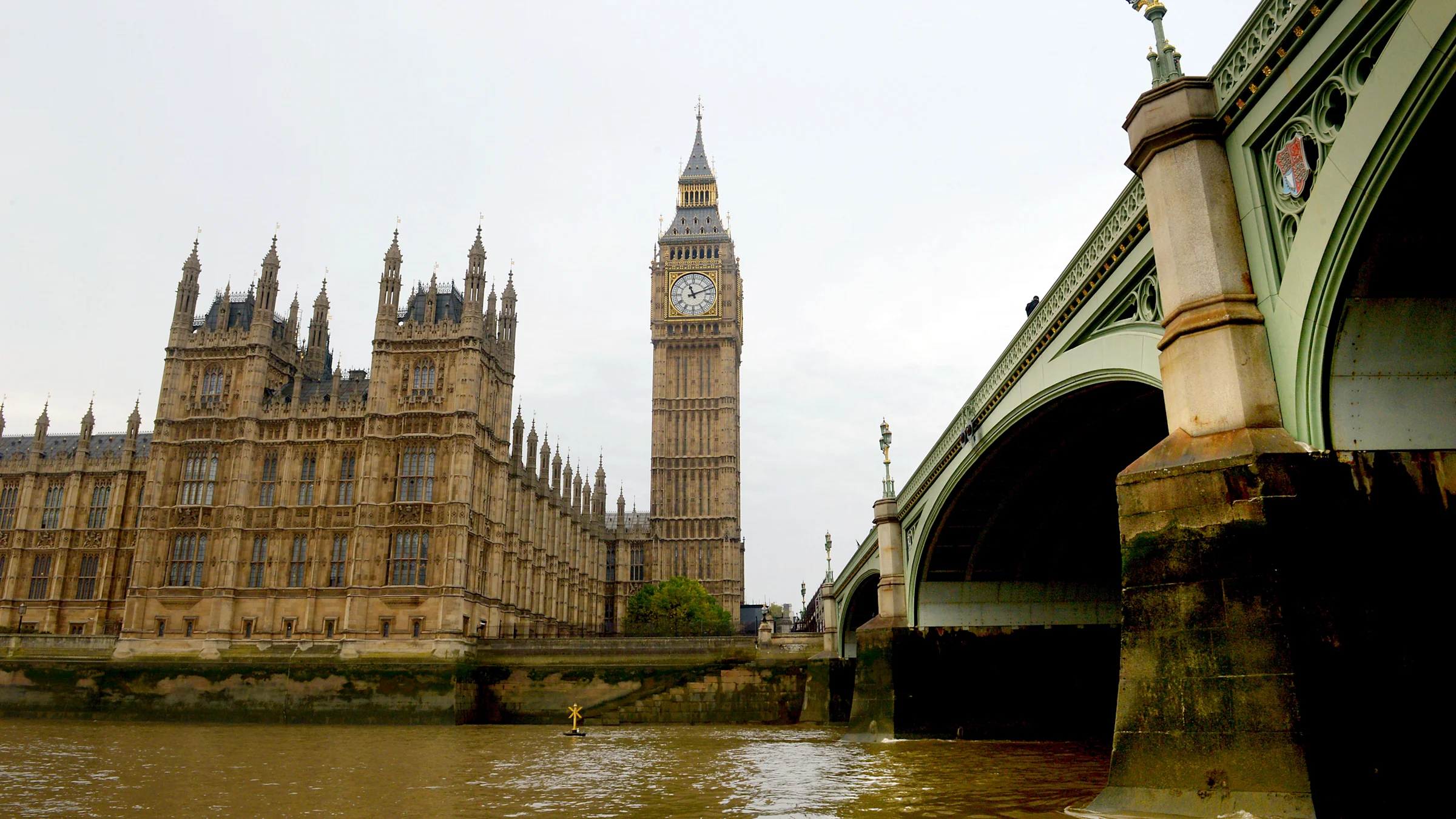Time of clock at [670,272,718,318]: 11:11
